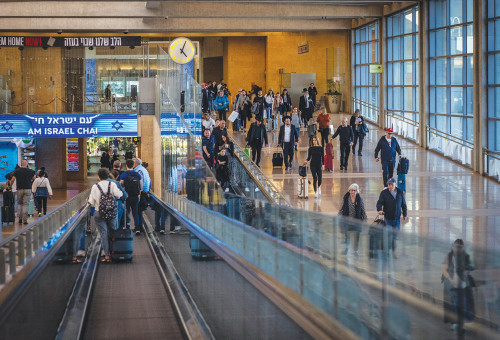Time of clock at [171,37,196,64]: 5:05
